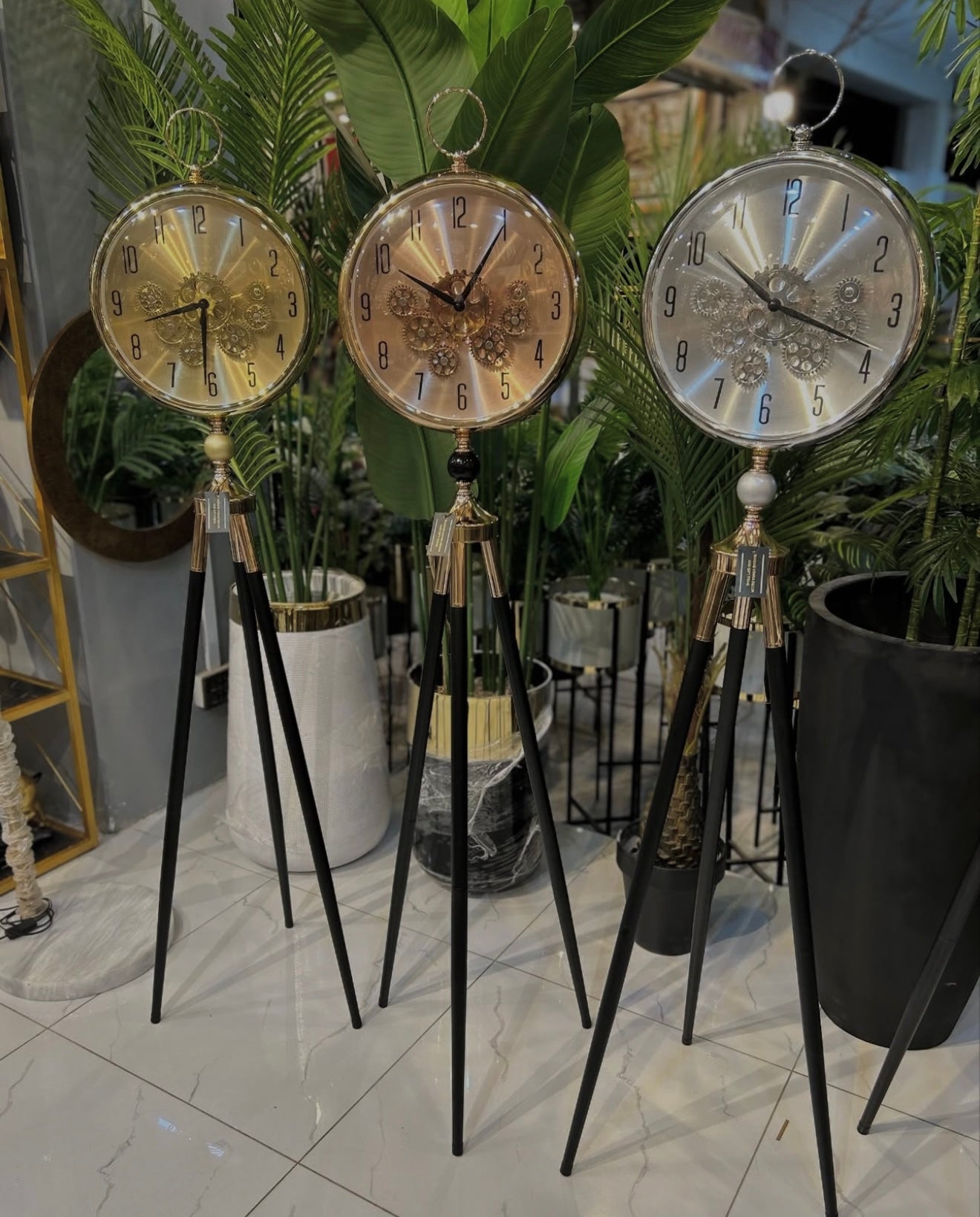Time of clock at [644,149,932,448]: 10:18
